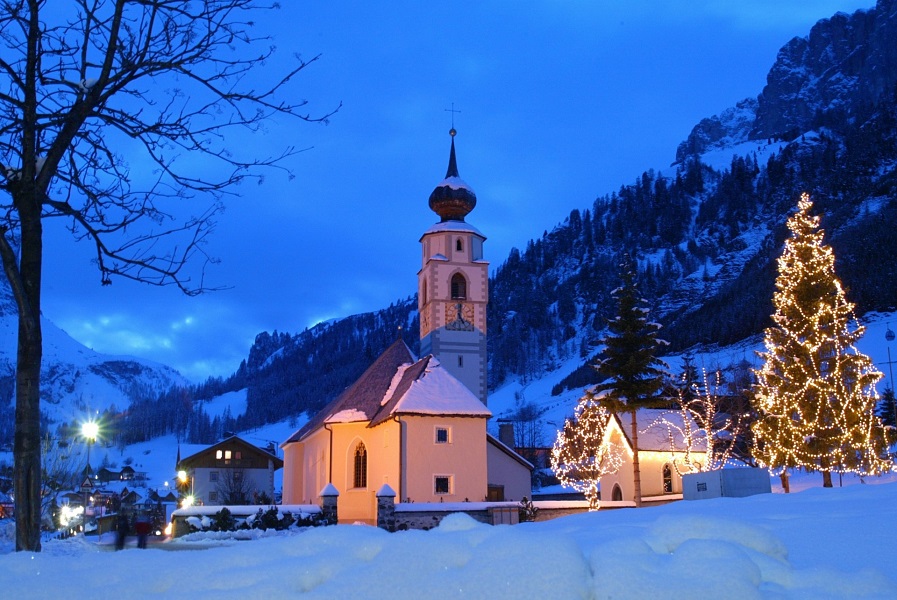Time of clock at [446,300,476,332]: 5:00
